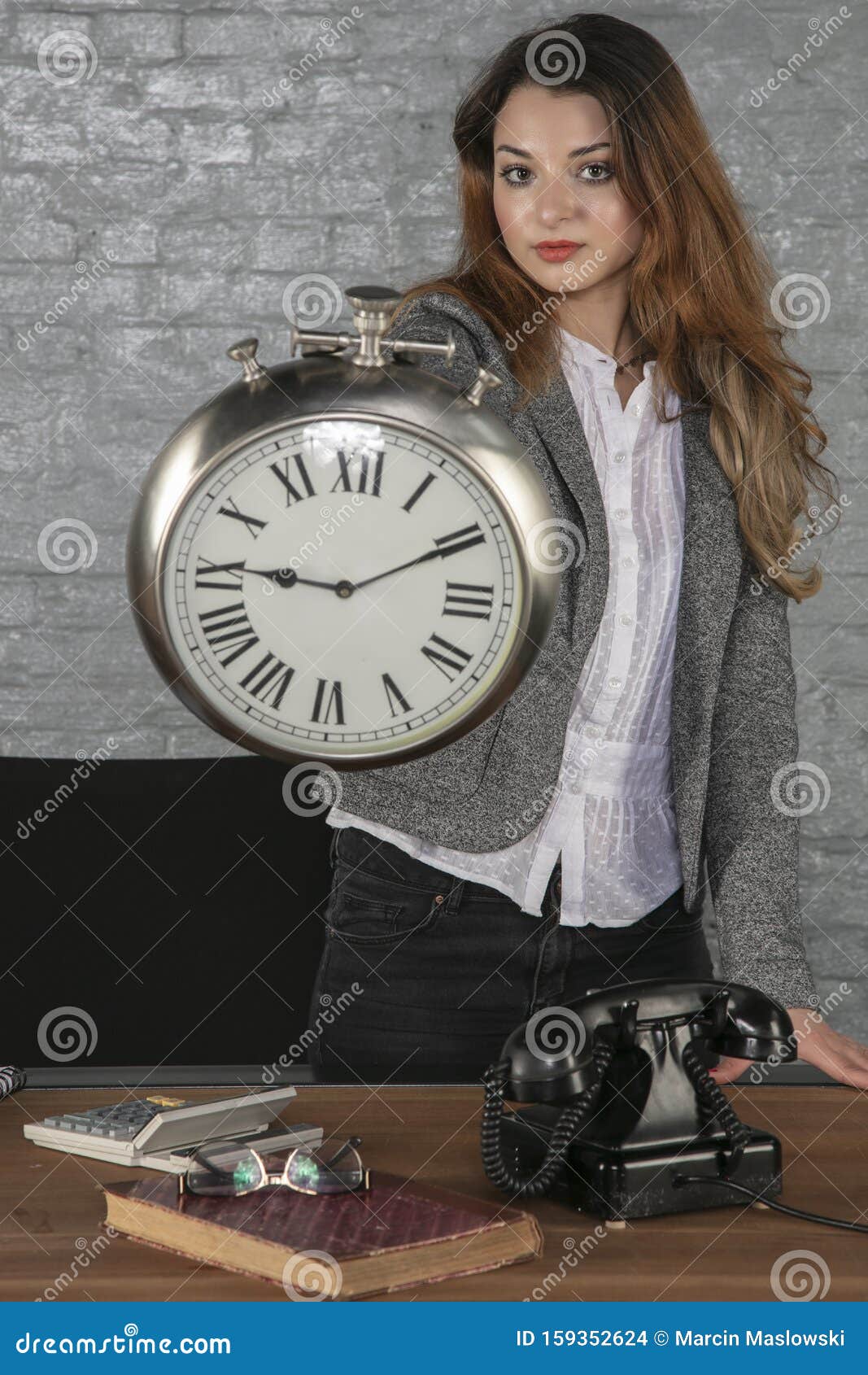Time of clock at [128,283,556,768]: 9:10
